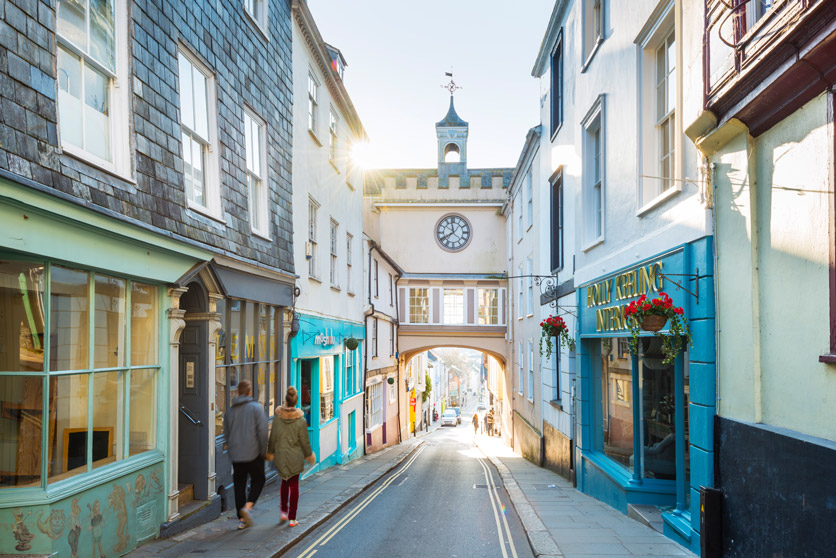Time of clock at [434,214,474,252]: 7:58
